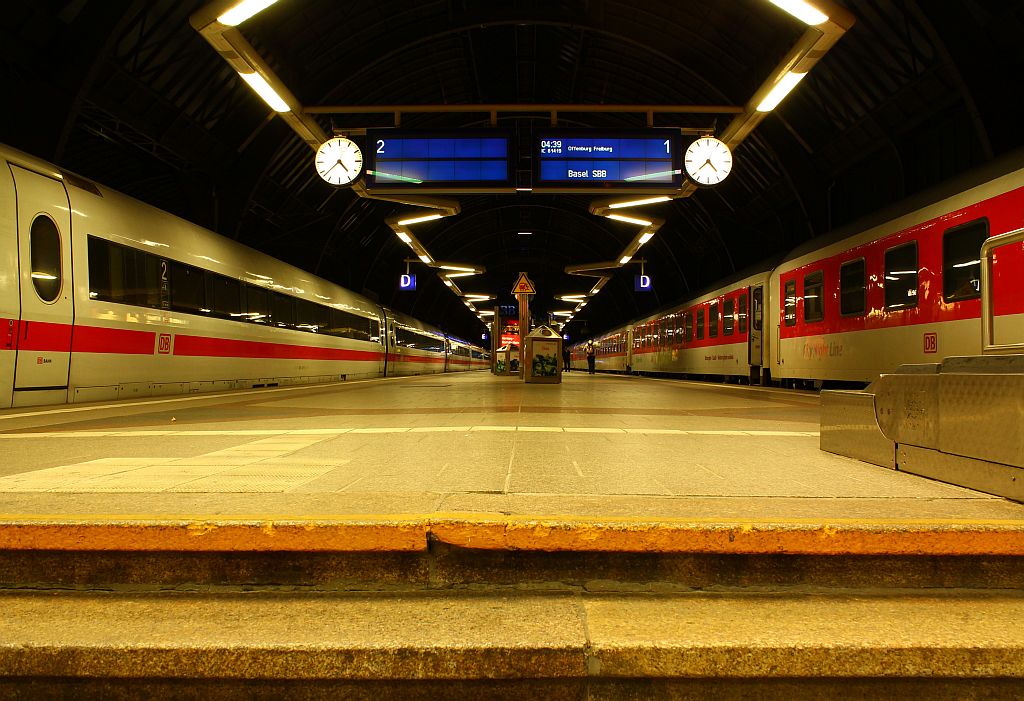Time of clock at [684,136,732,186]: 4:38
